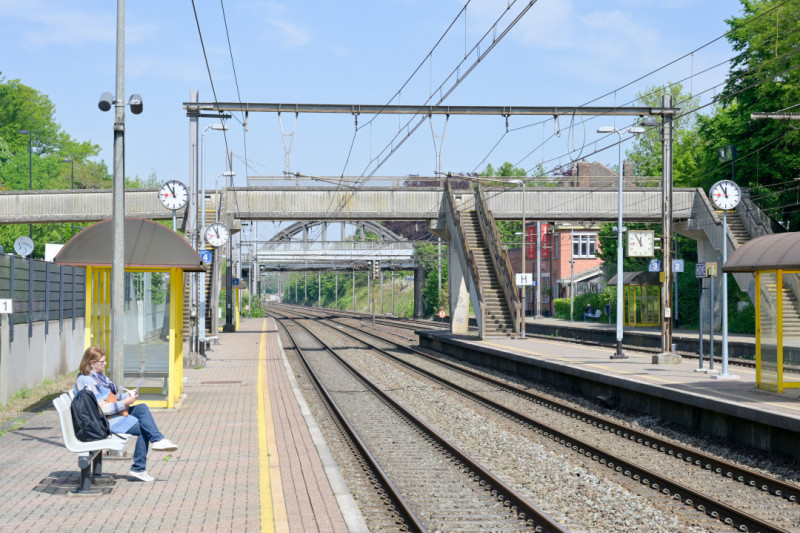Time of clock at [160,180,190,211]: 11:54
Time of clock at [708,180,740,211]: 11:54
